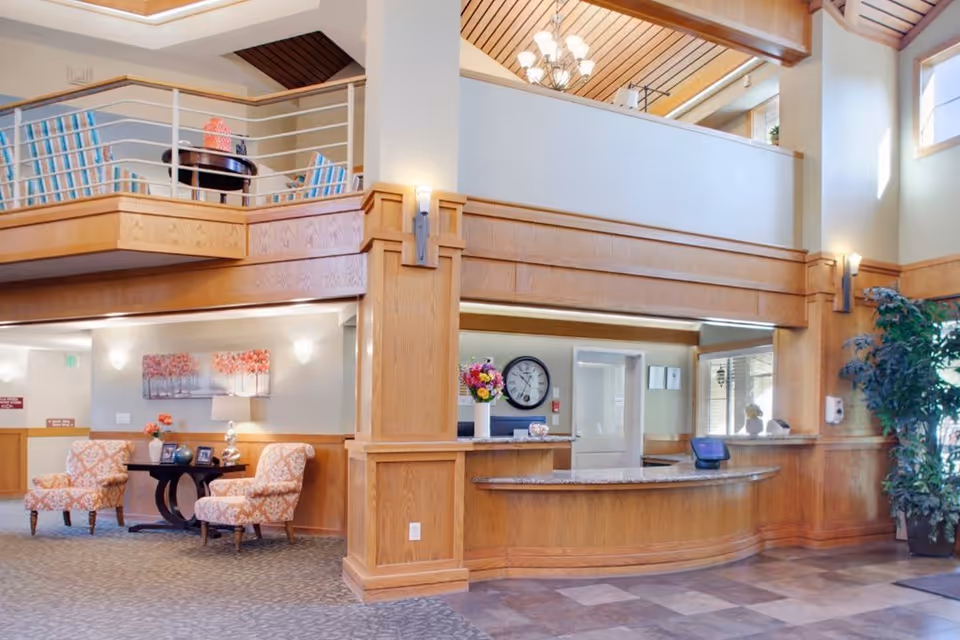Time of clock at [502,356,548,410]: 10:34
